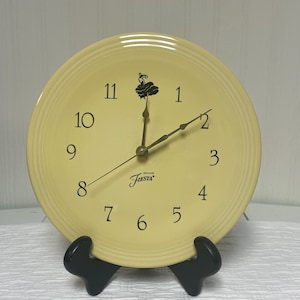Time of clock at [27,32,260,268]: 12:09
